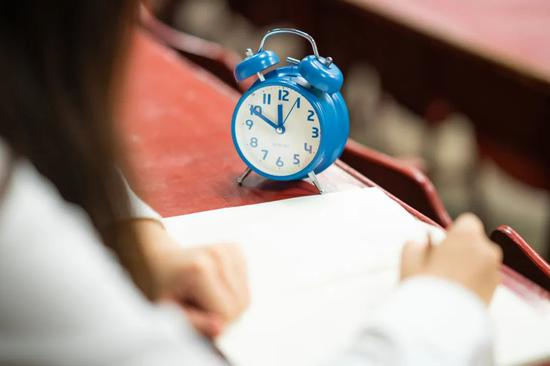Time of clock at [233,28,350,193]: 11:49
